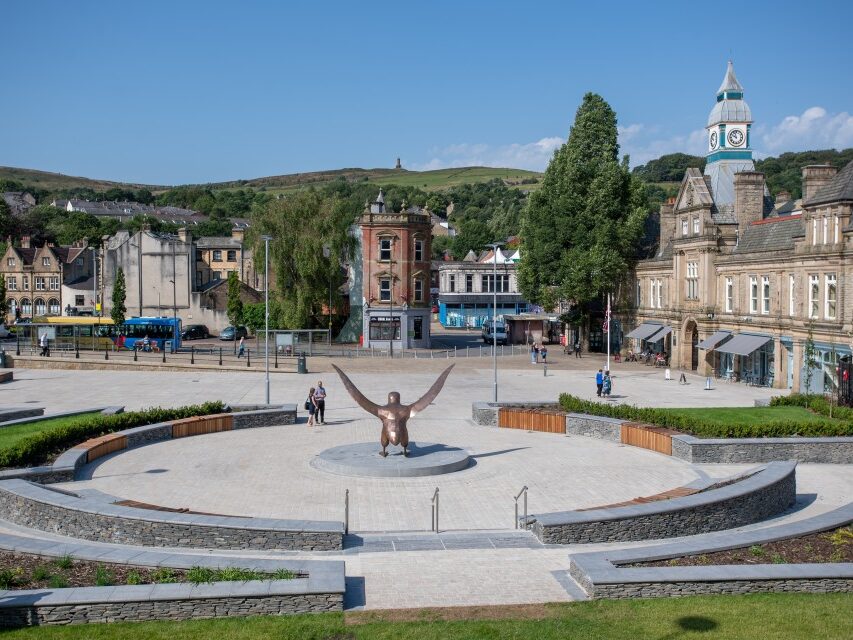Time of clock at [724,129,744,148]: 9:57
